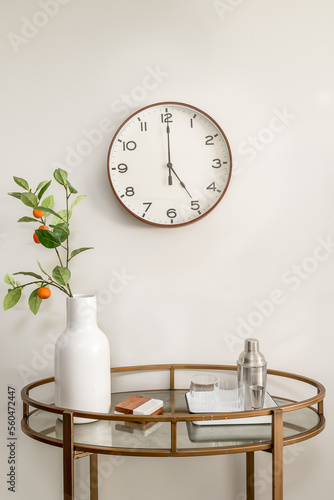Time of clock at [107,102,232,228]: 5:00
